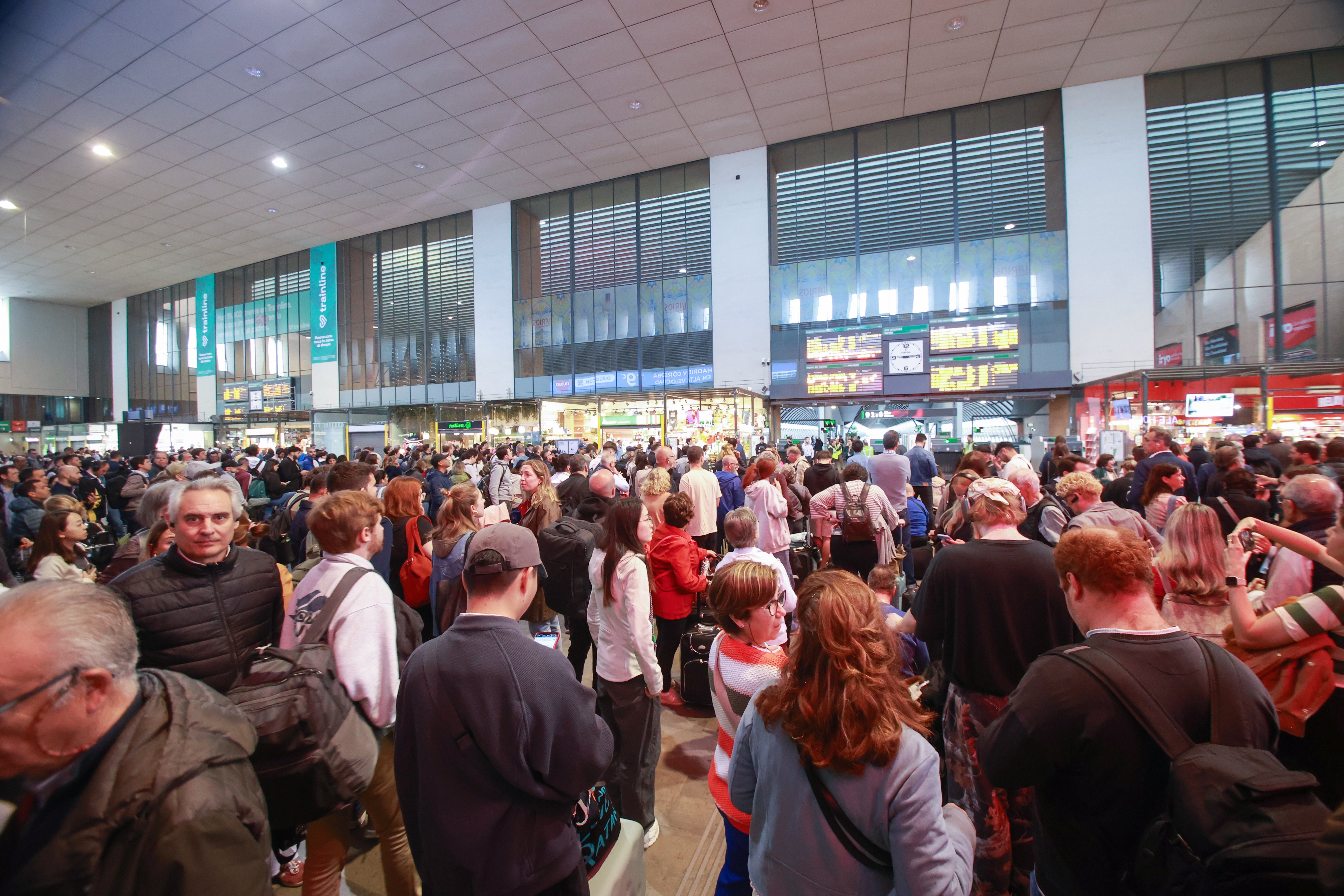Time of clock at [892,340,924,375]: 9:14
